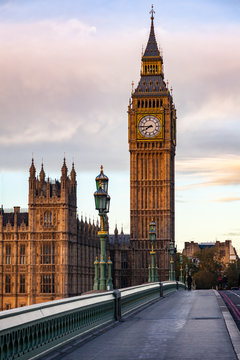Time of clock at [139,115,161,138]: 7:45
